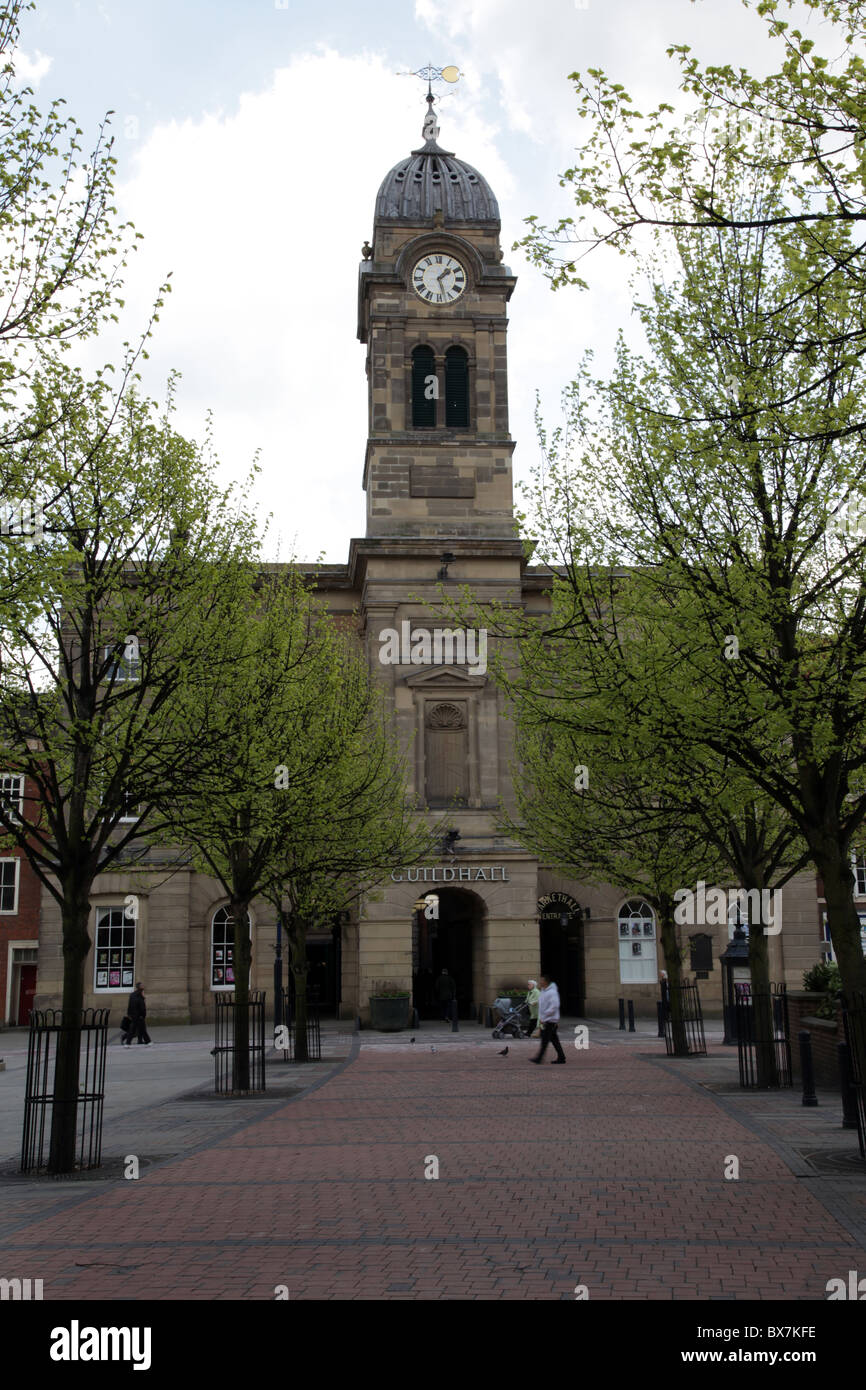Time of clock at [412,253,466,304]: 1:27
